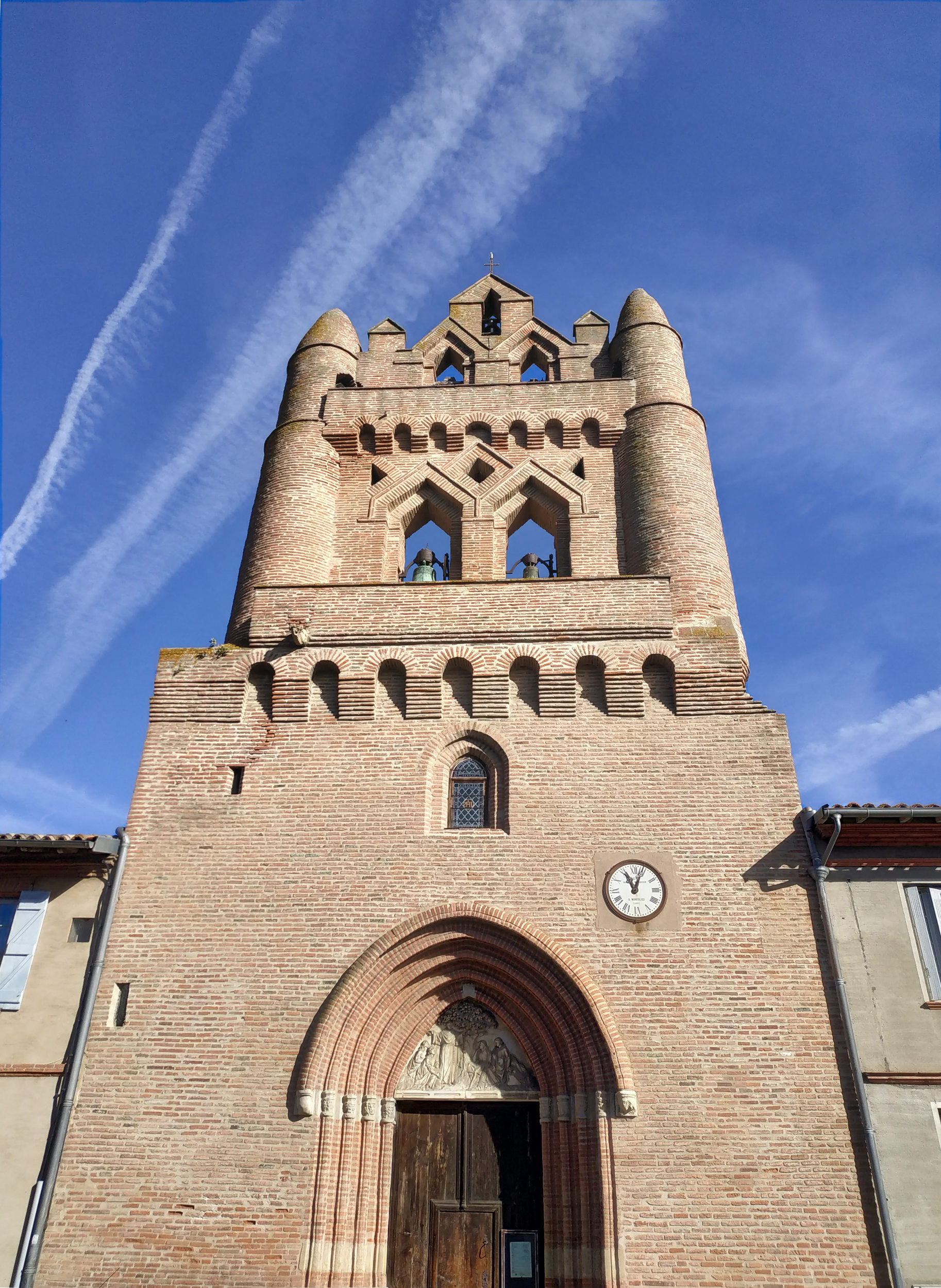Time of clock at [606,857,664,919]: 11:03
